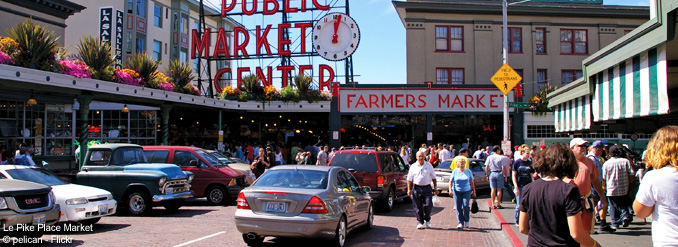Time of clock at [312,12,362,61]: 12:02
